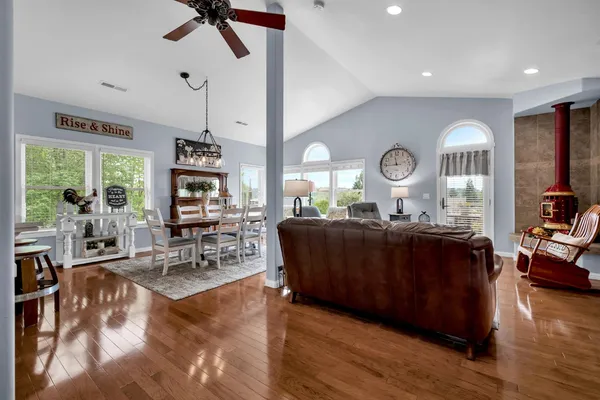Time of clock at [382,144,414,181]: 11:44
